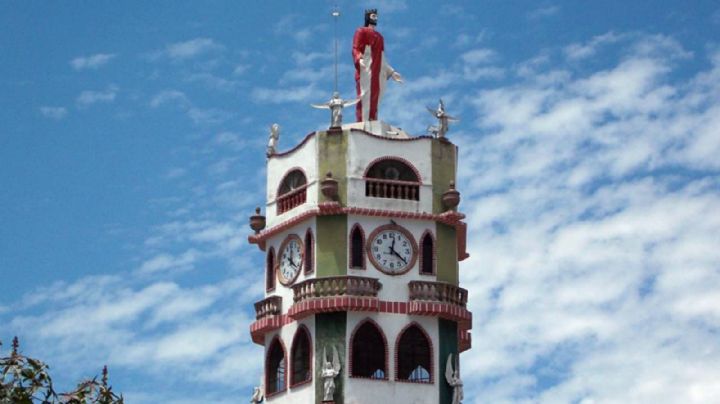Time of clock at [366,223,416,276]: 12:21
